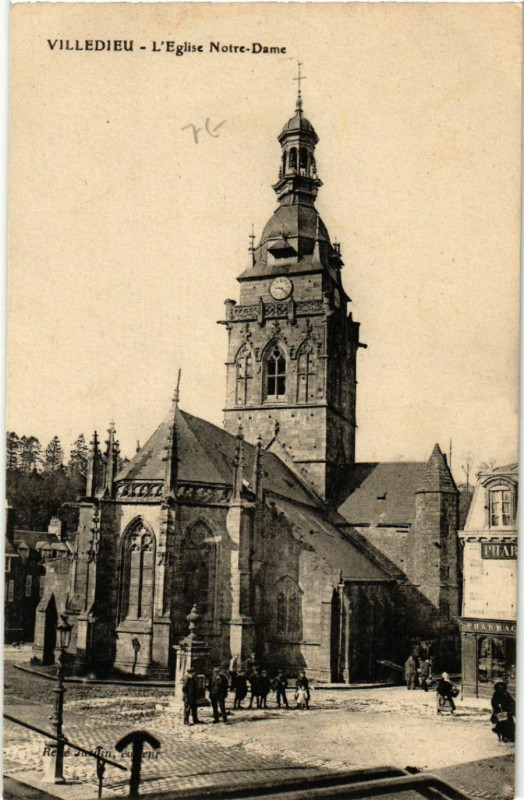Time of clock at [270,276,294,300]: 9:22
